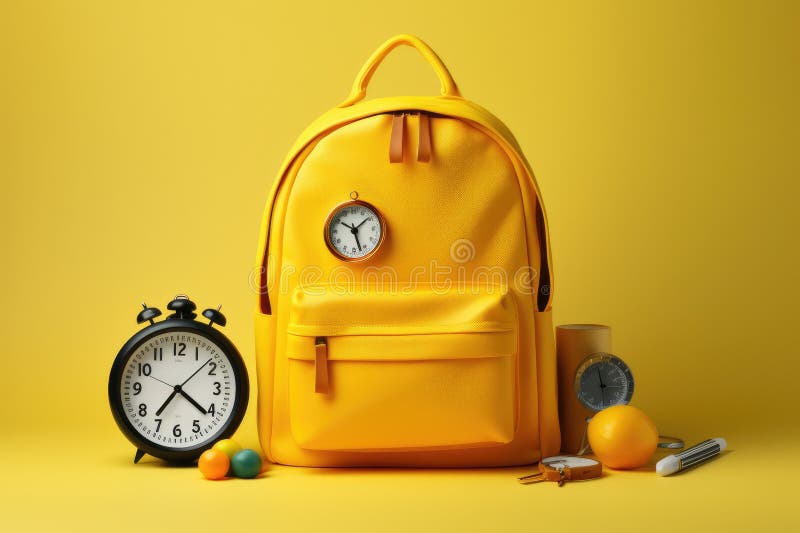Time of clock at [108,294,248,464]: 7:21
